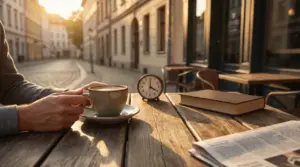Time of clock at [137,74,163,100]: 4:00
